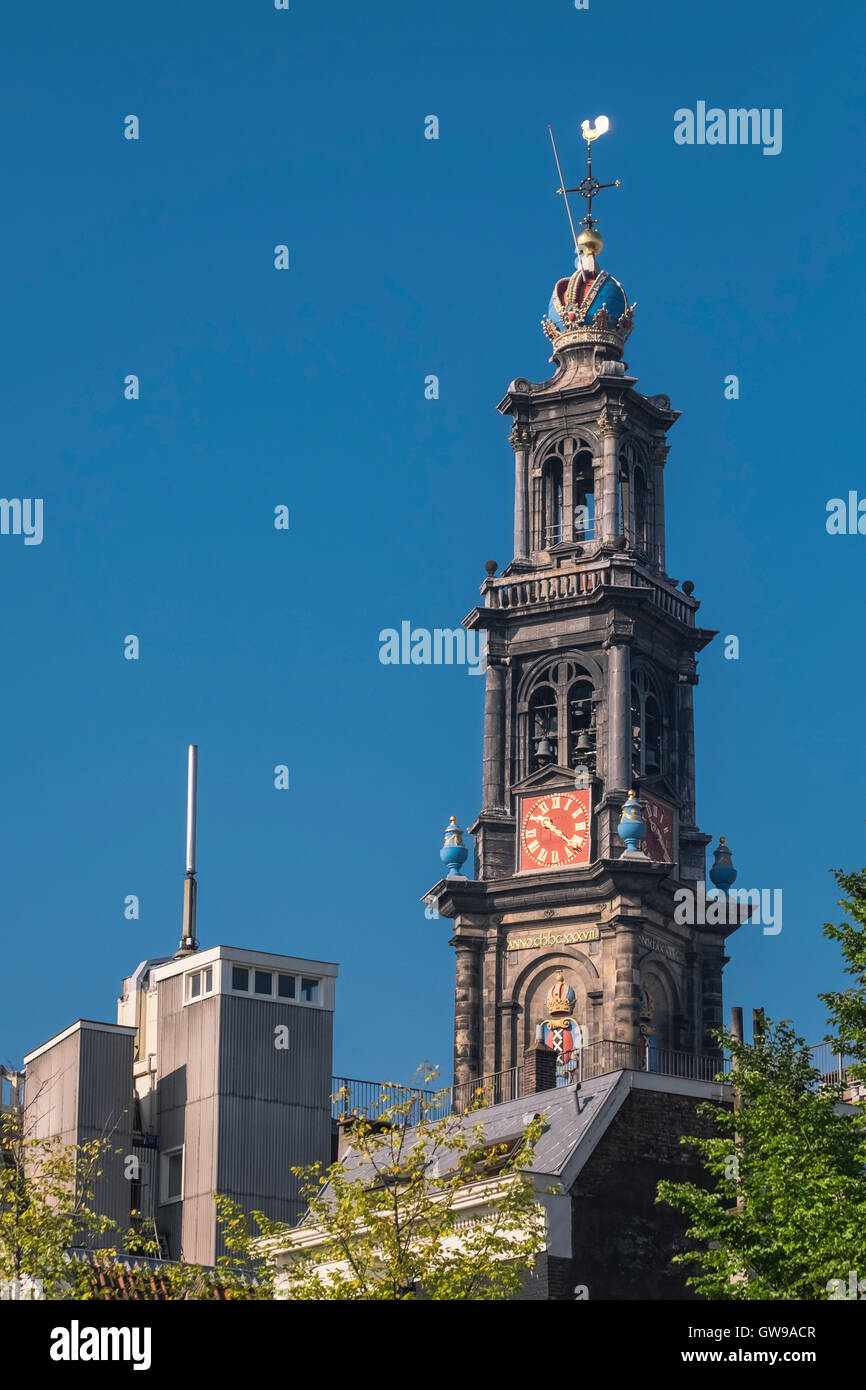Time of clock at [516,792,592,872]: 10:21
